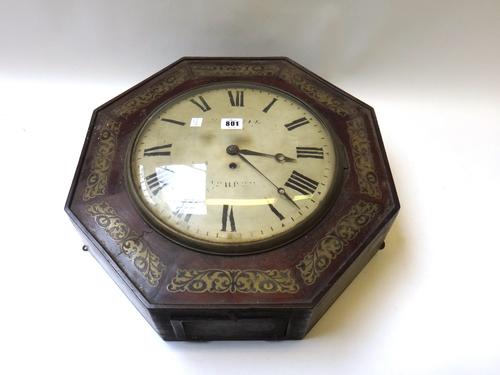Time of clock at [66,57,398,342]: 3:22
